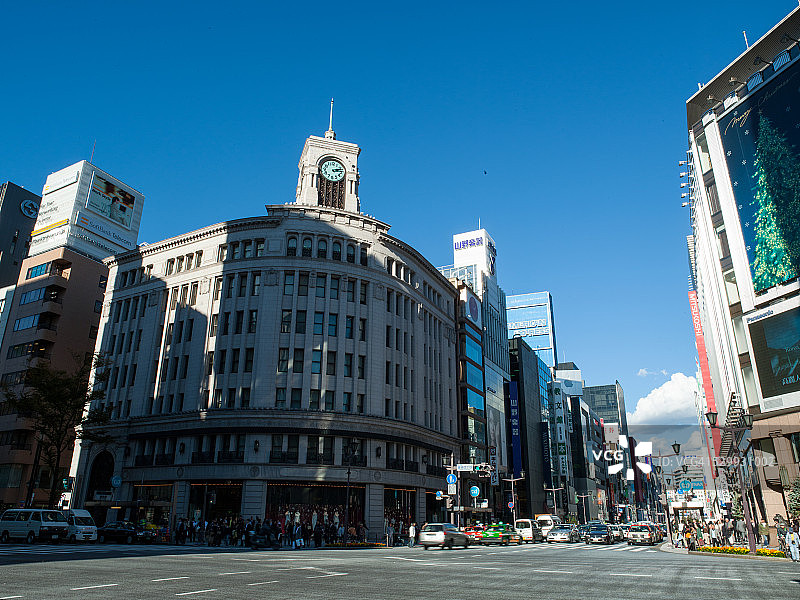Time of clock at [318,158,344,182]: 2:13
